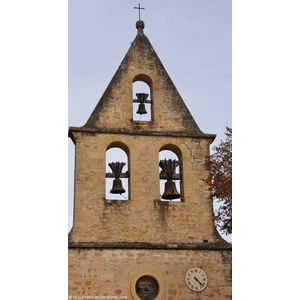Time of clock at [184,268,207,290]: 4:22
